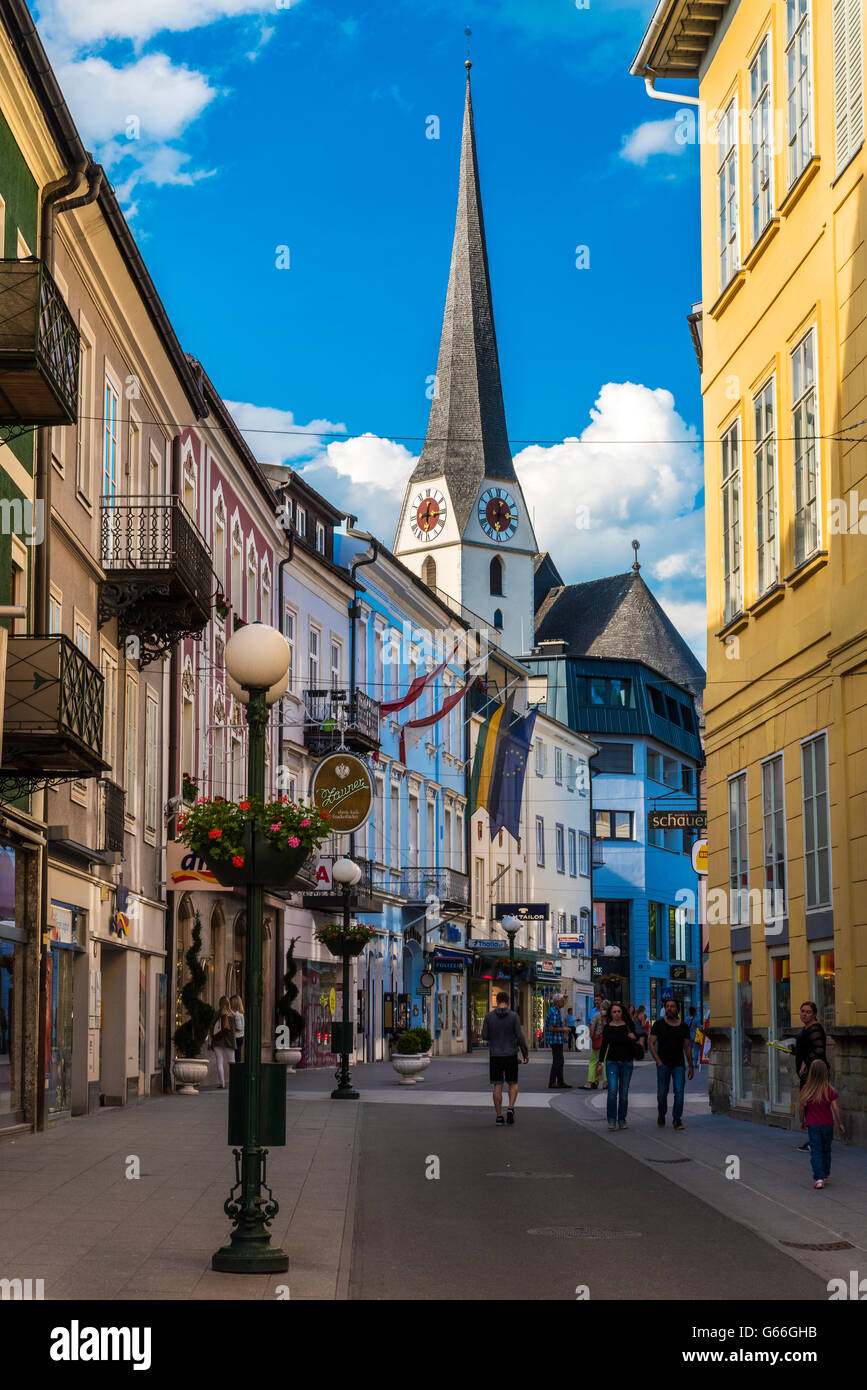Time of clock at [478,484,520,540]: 6:15
